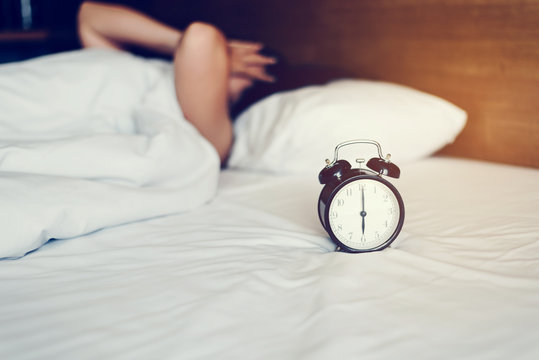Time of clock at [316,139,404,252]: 6:00
